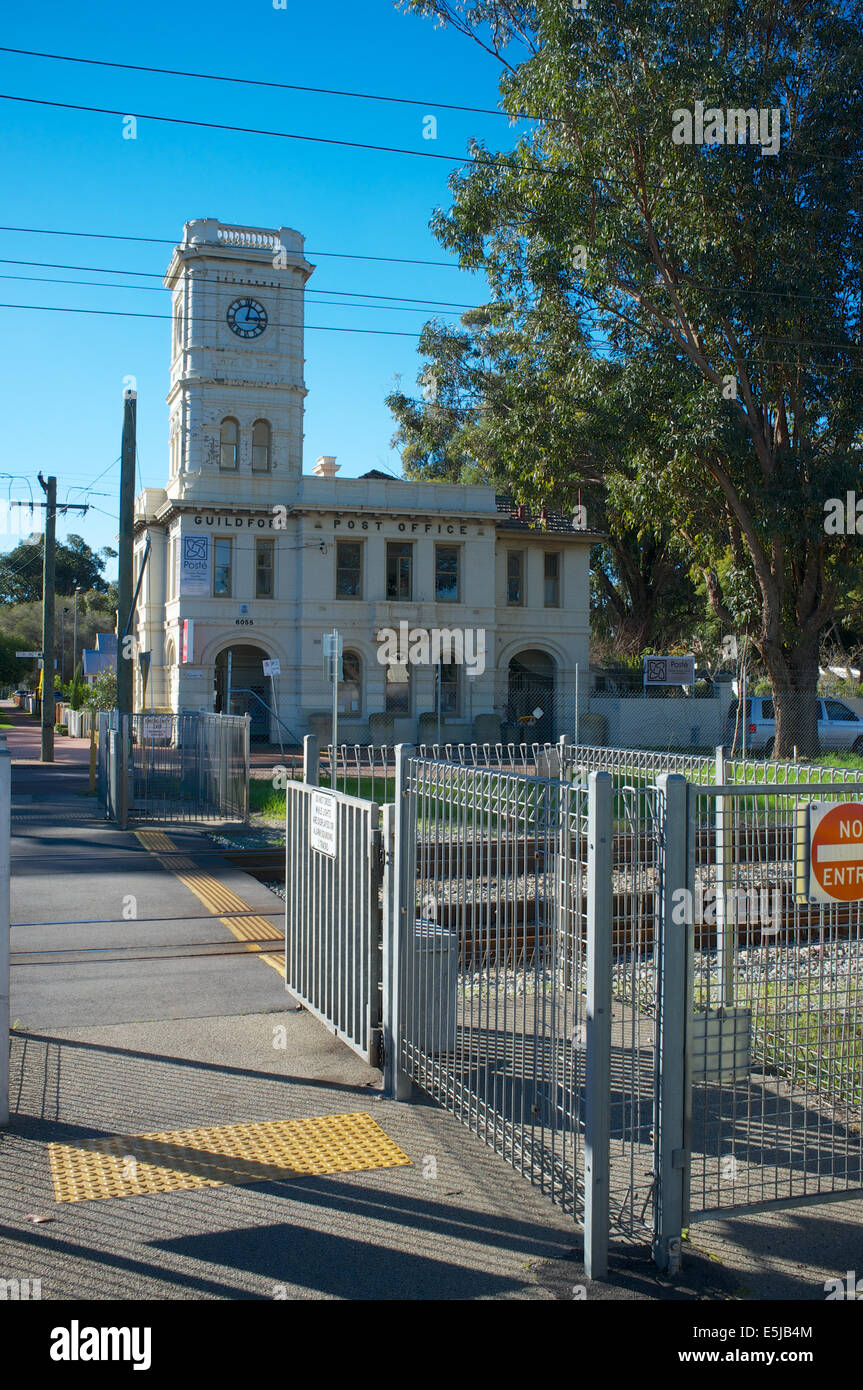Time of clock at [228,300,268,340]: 3:02
